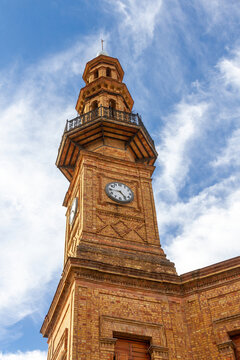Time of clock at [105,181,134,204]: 4:45
